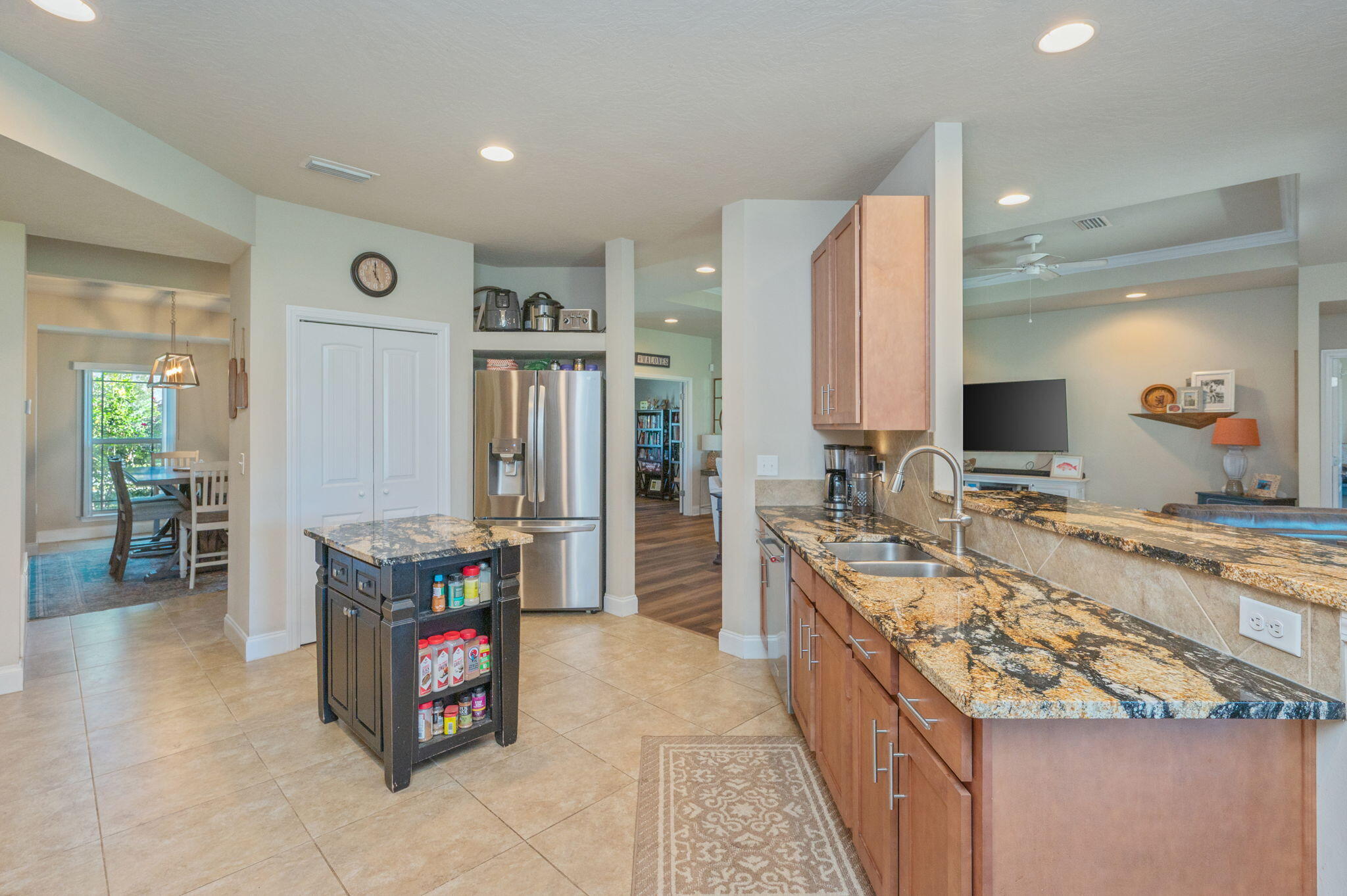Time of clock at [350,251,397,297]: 5:00
